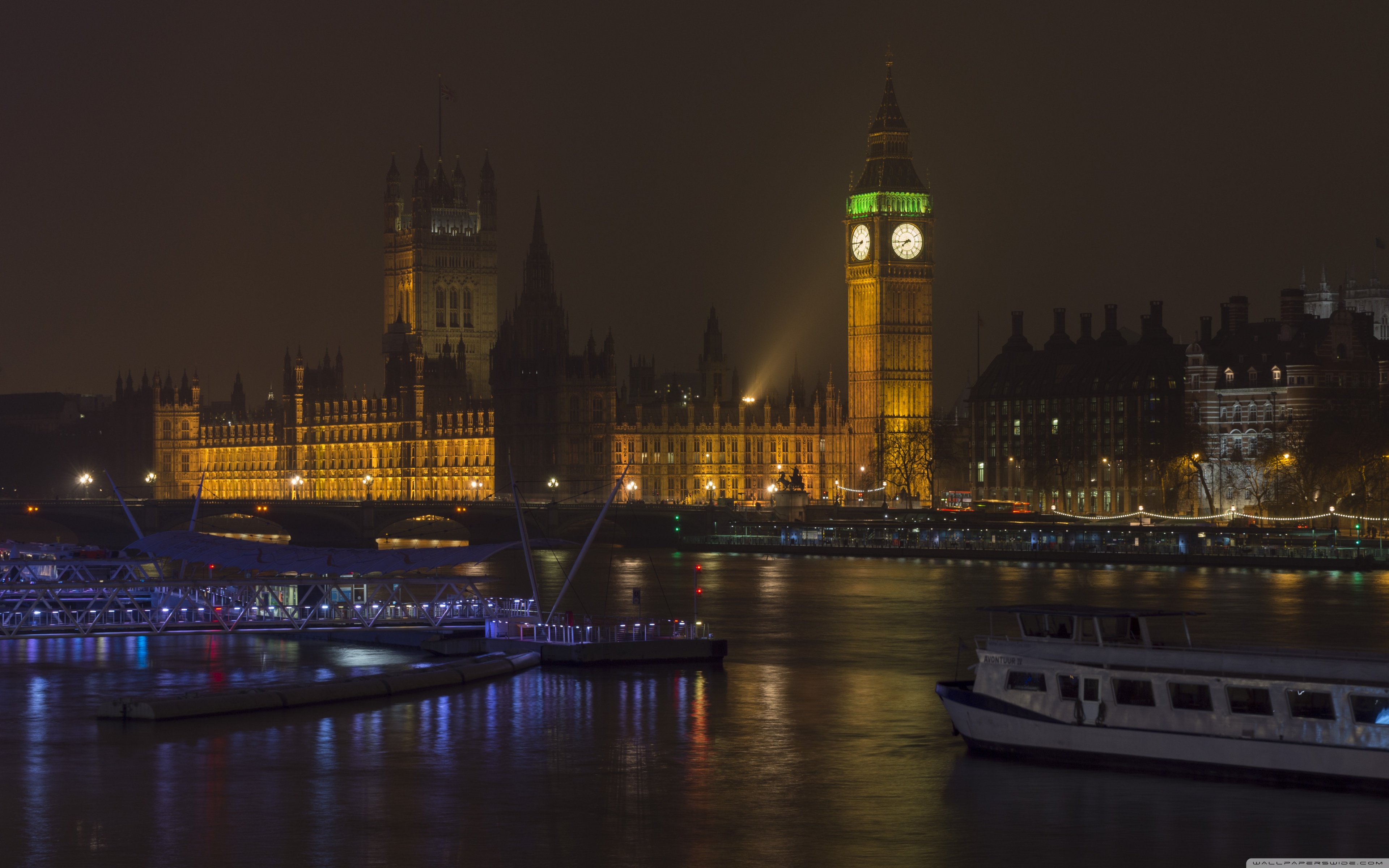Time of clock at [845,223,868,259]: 7:44
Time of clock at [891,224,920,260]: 7:43
